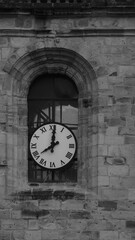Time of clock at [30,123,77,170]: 8:00
